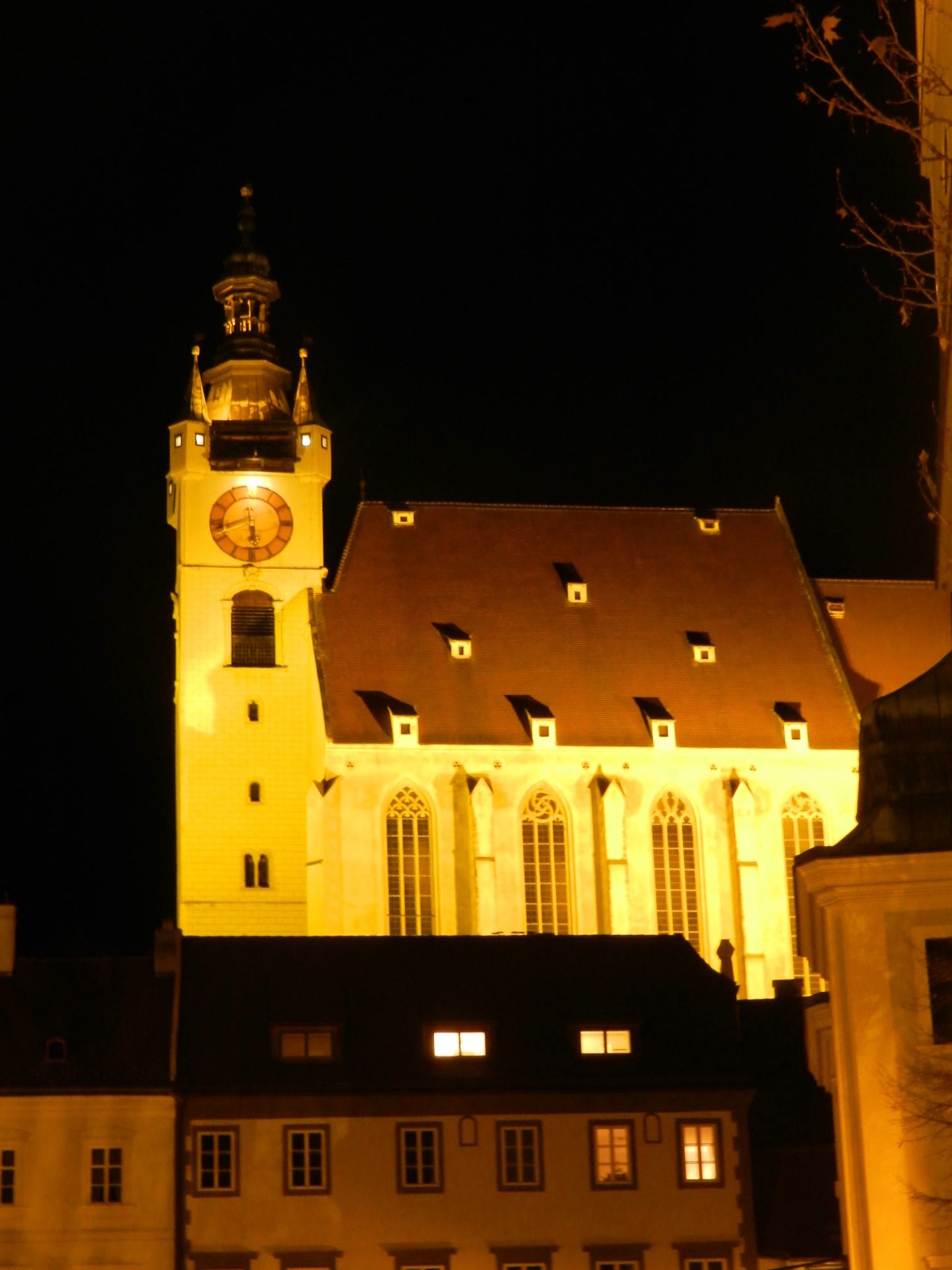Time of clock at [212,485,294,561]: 5:42
